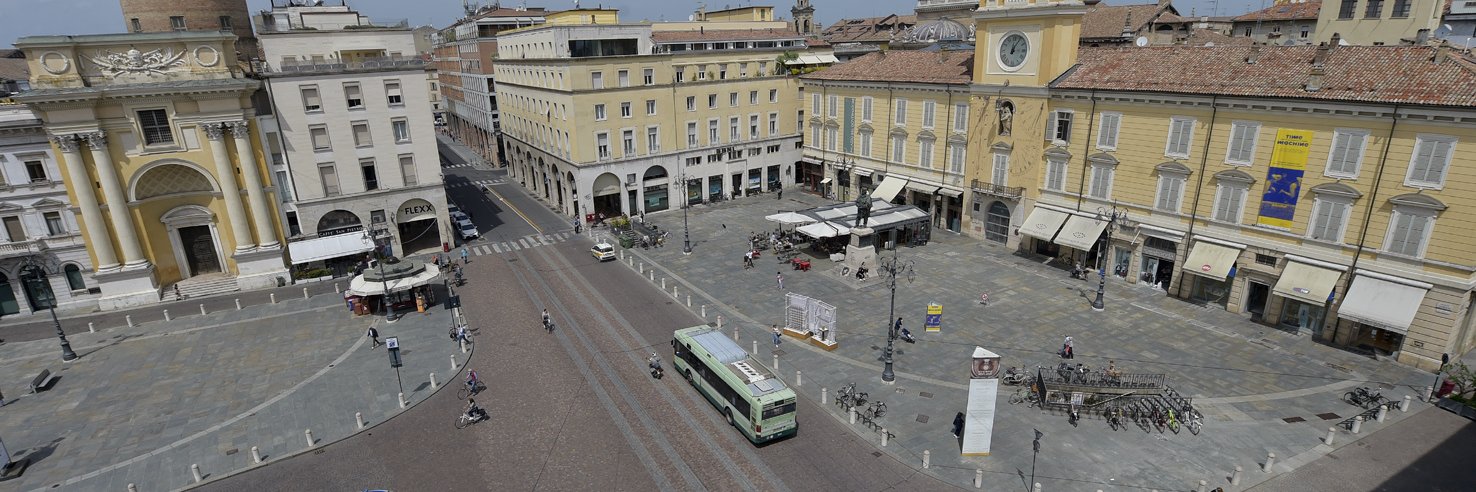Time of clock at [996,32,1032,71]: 12:05
